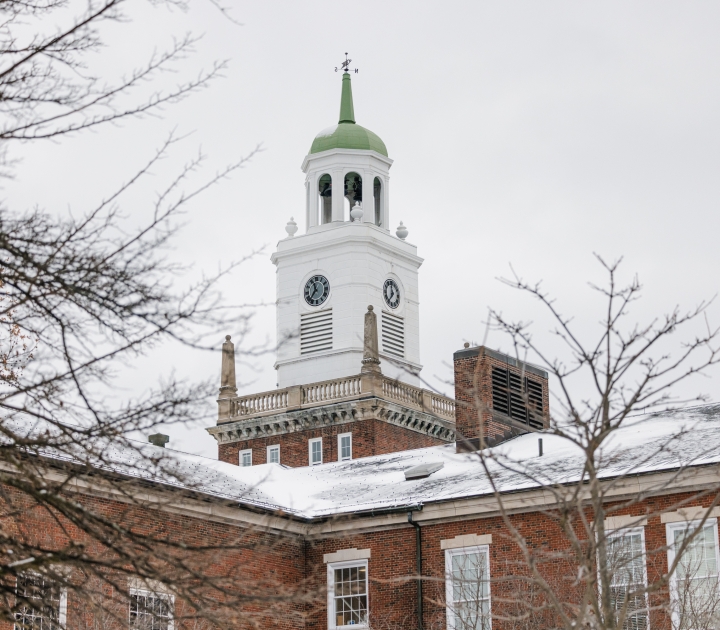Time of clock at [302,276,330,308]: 11:36
